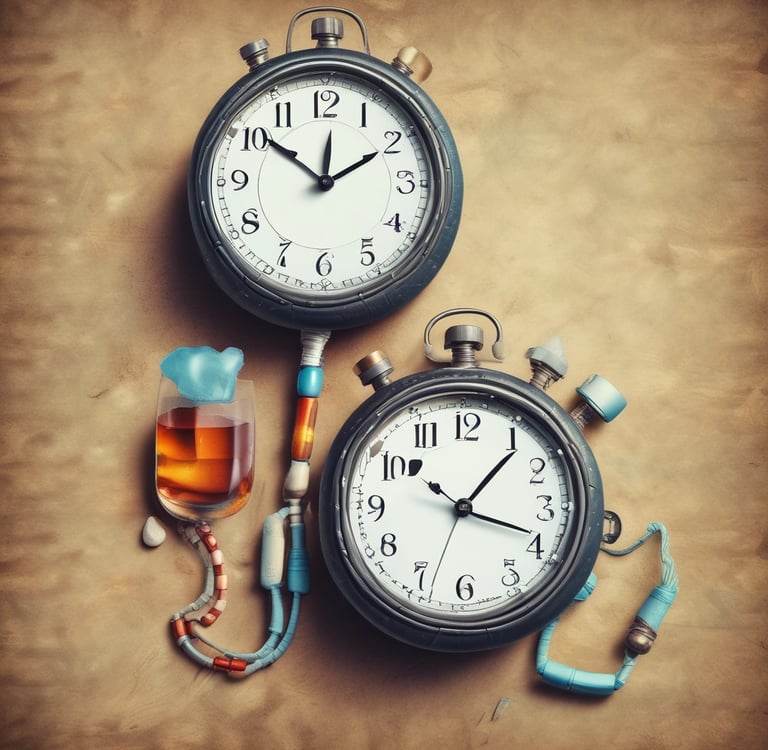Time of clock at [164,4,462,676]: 1:51
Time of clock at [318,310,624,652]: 1:18
